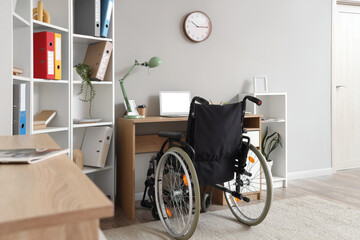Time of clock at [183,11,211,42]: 10:15
